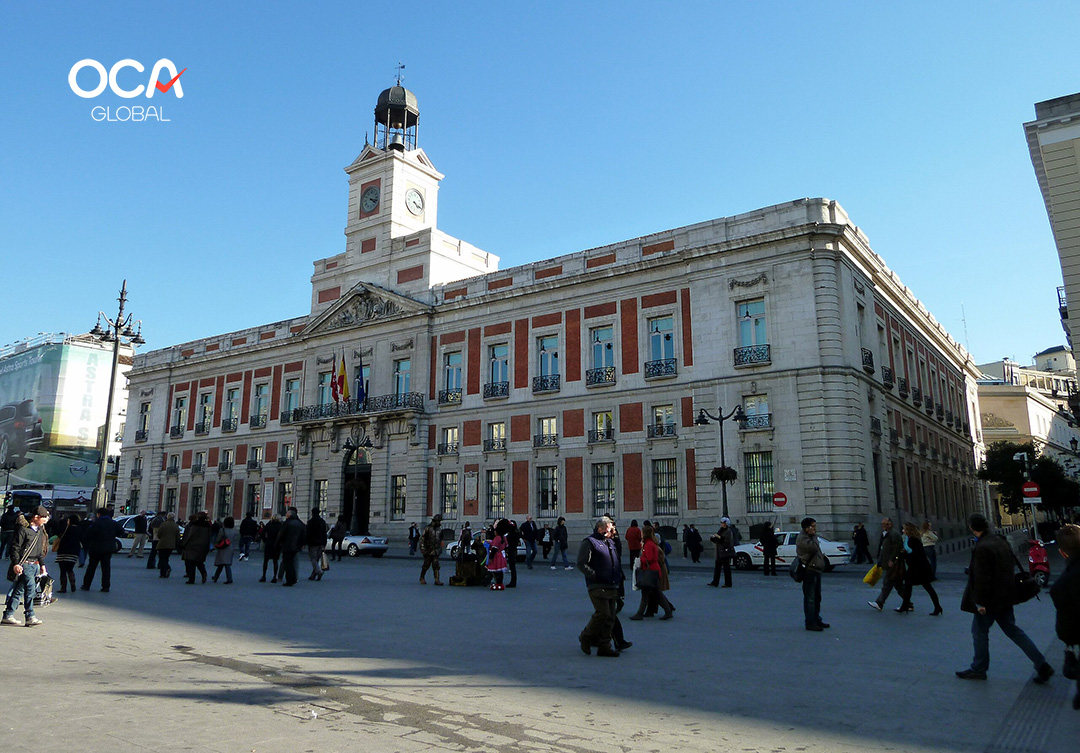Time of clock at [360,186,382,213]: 4:17
